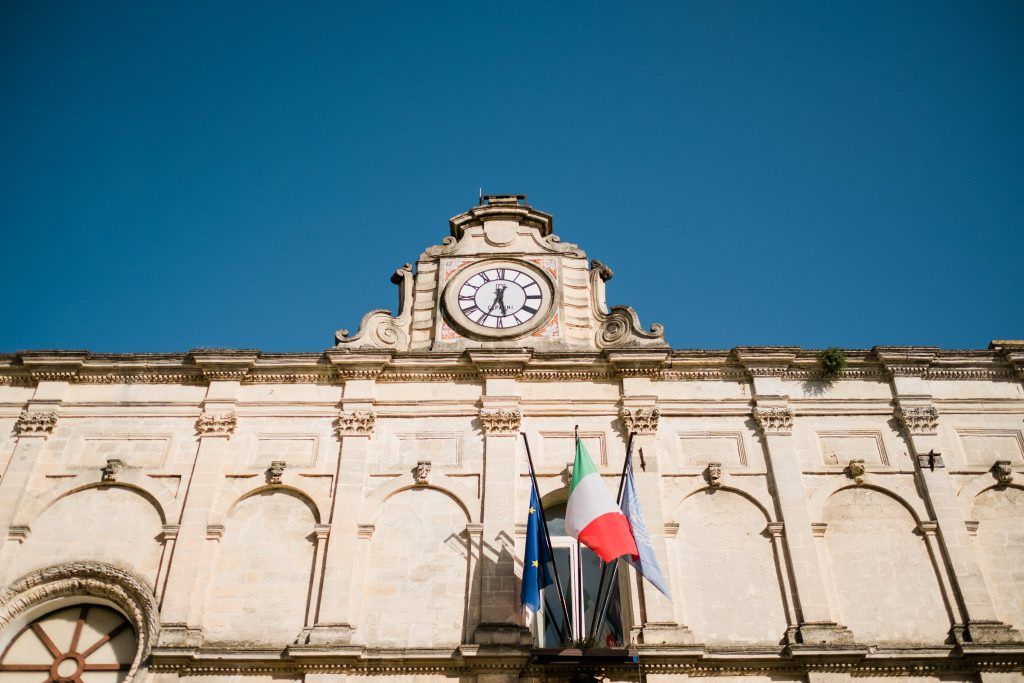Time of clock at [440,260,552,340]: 5:33
